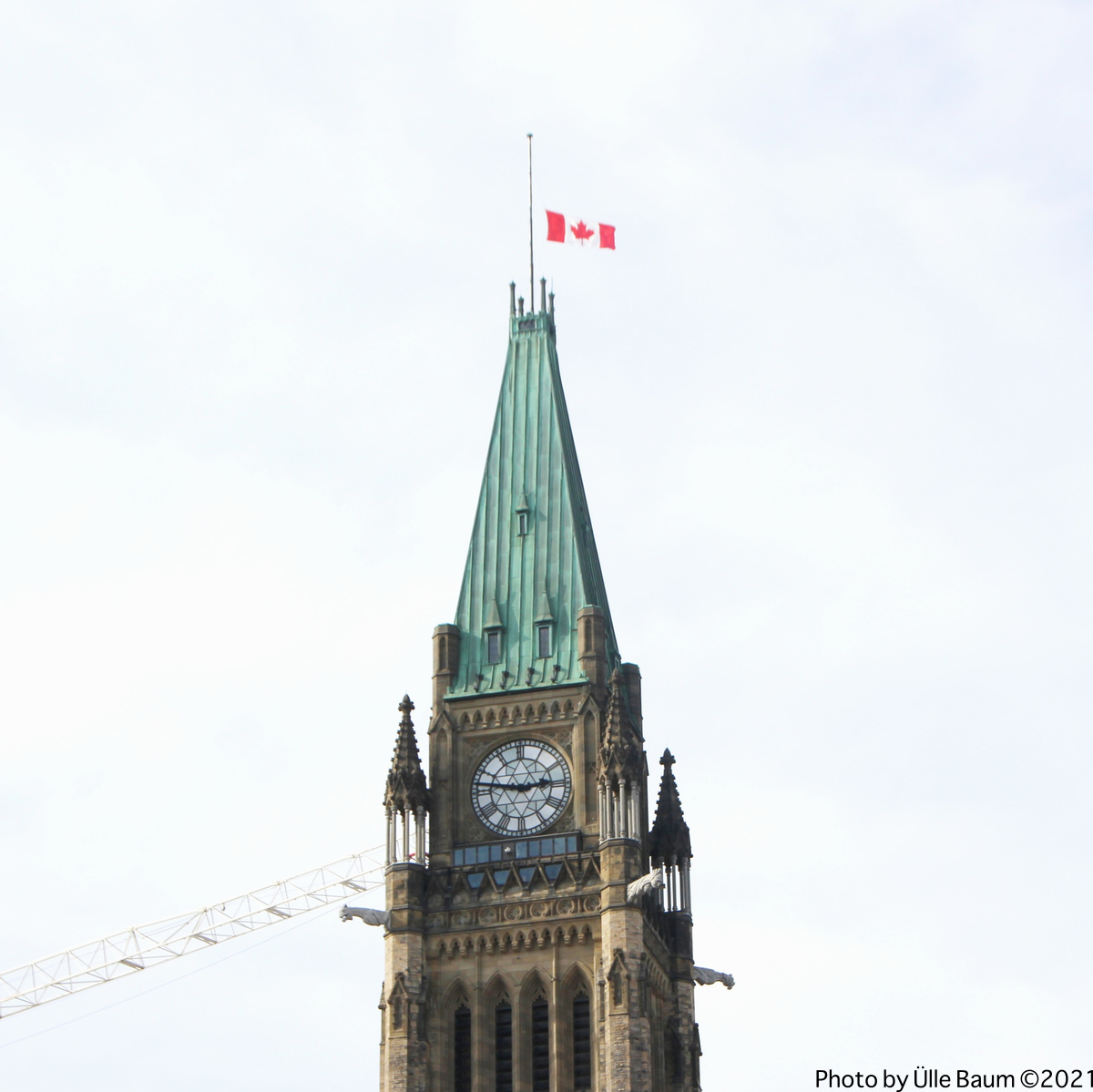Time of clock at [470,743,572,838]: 2:46
